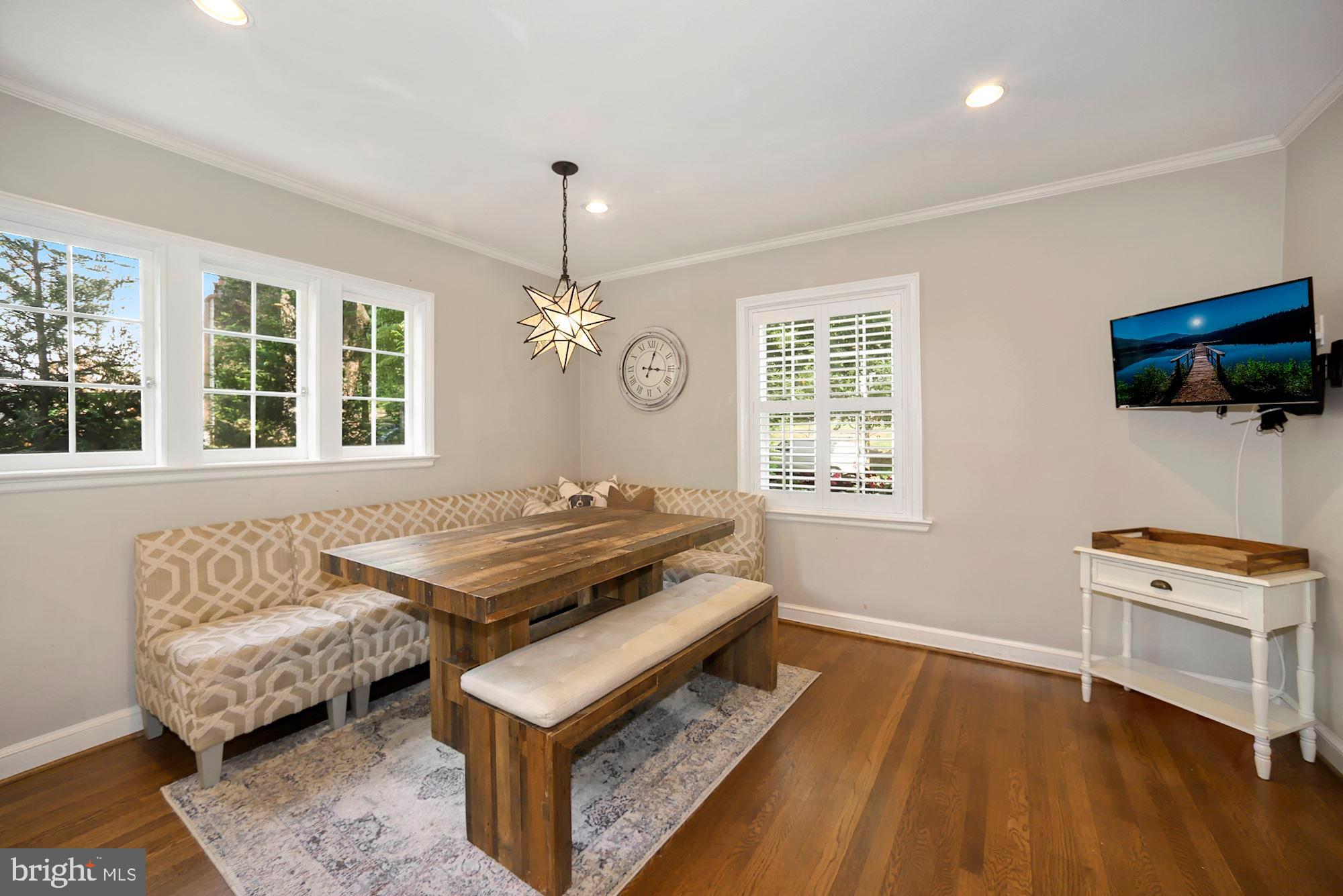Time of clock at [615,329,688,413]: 3:02
